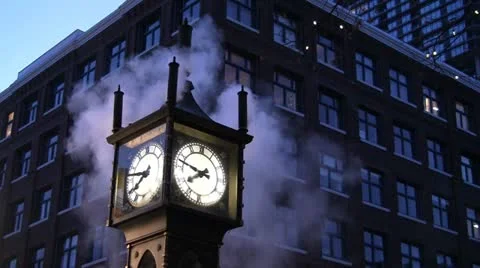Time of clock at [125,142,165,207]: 7:47
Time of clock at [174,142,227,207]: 7:47
